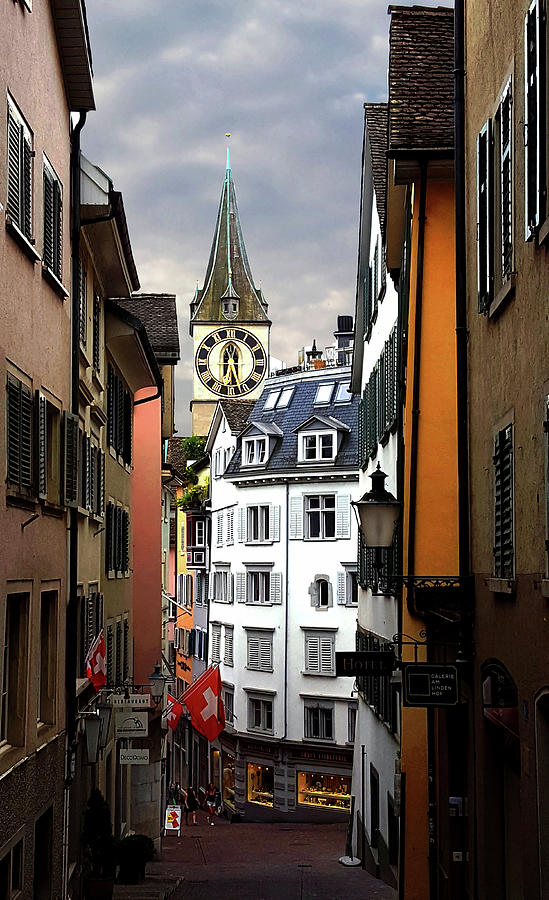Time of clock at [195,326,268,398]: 6:27
